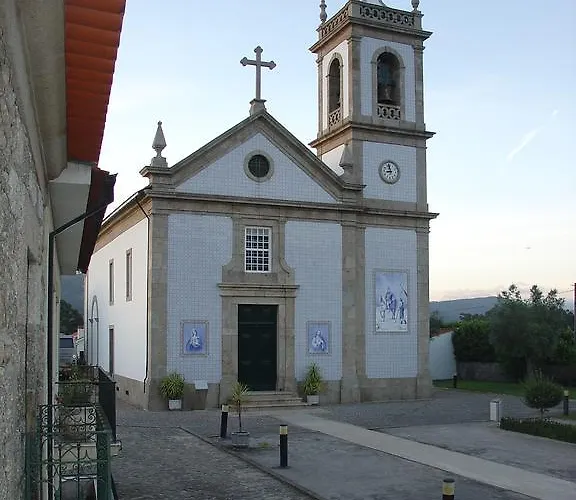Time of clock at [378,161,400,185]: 8:57
